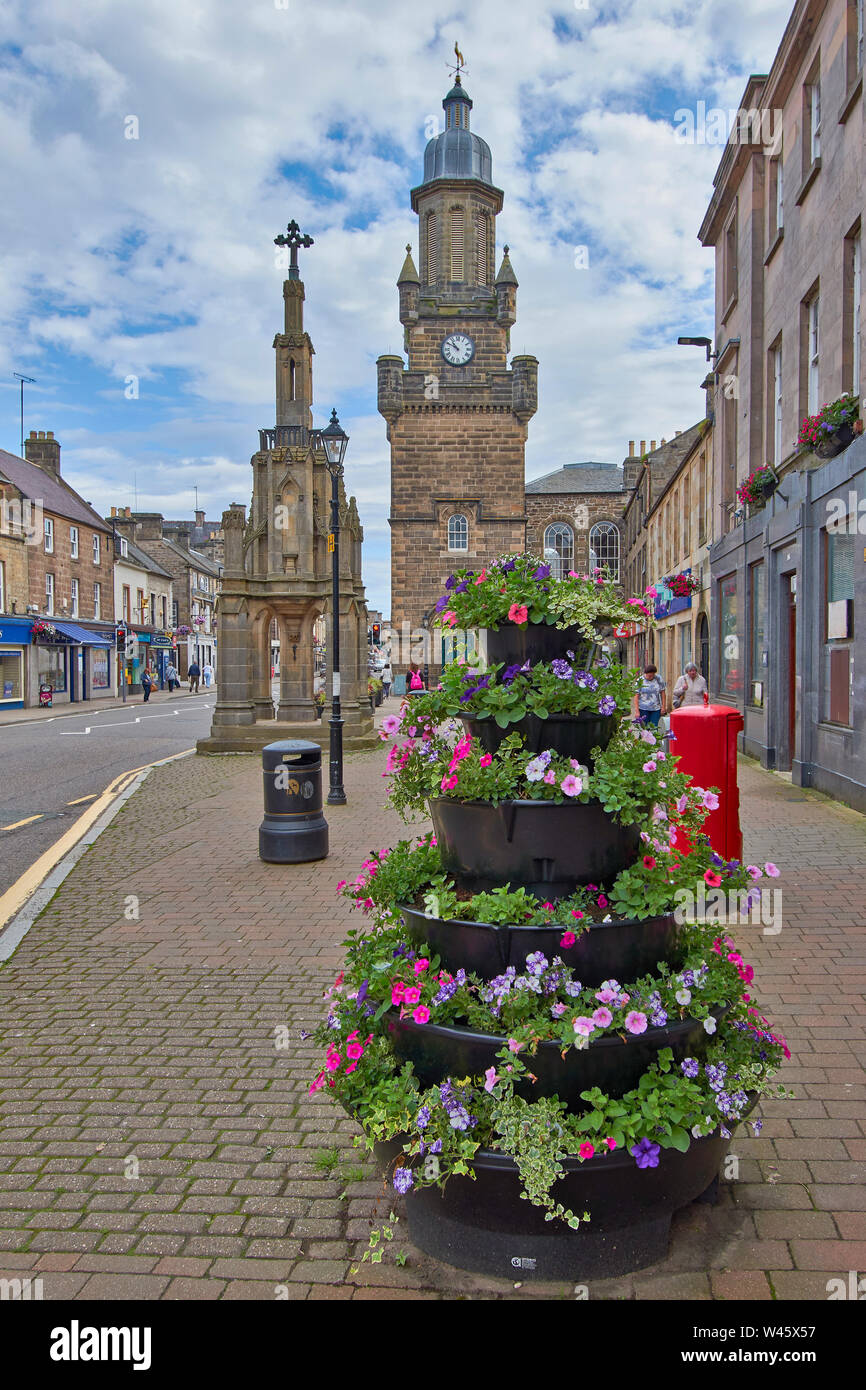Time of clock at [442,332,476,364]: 10:50
